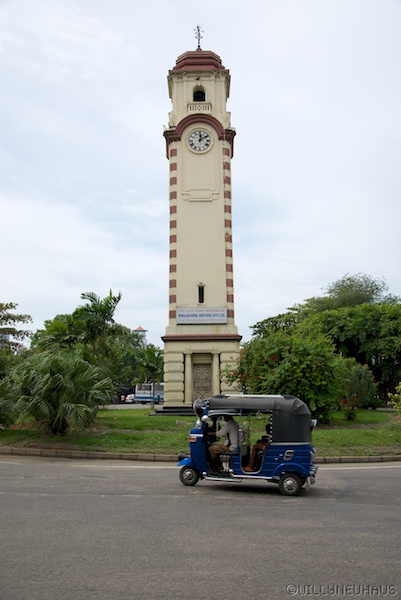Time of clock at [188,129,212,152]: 12:09
